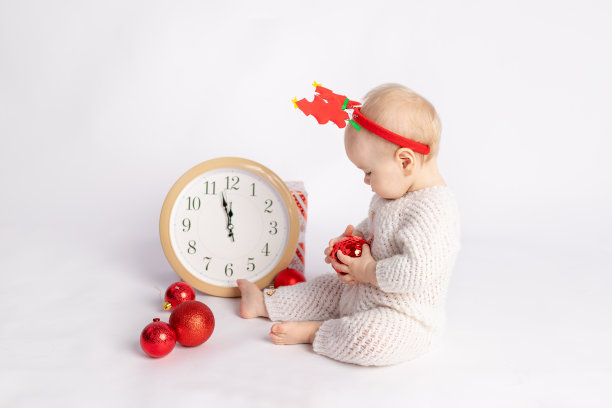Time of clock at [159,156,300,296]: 11:57
